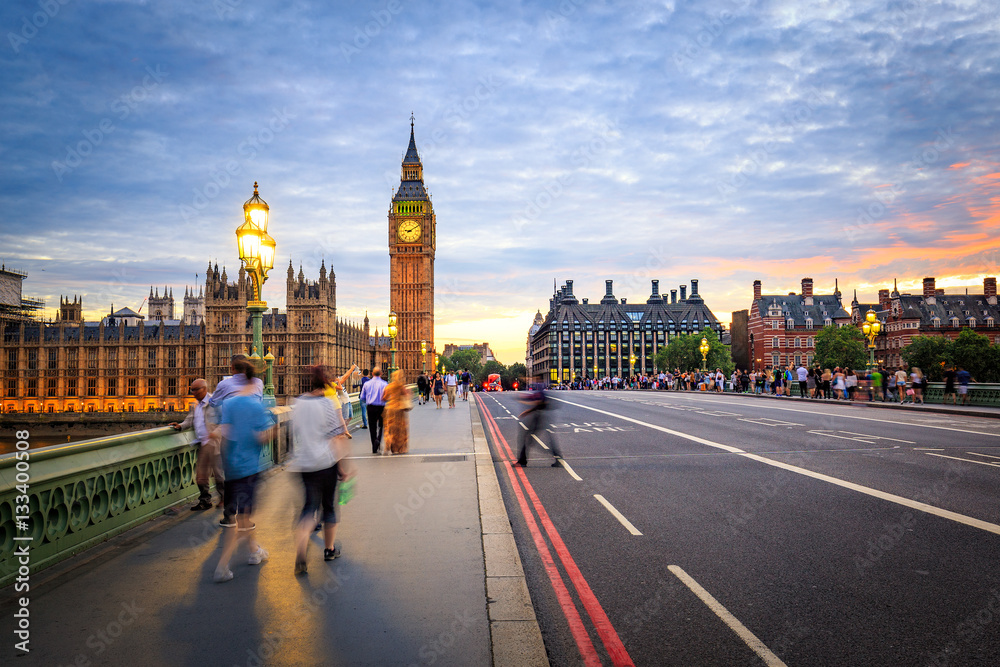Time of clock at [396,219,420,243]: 9:09
